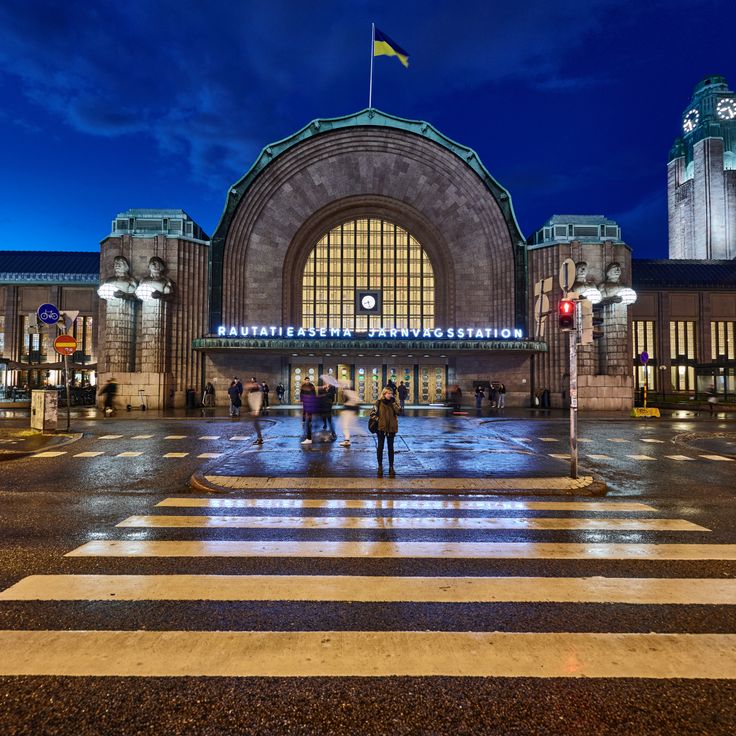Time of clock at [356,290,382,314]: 8:27
